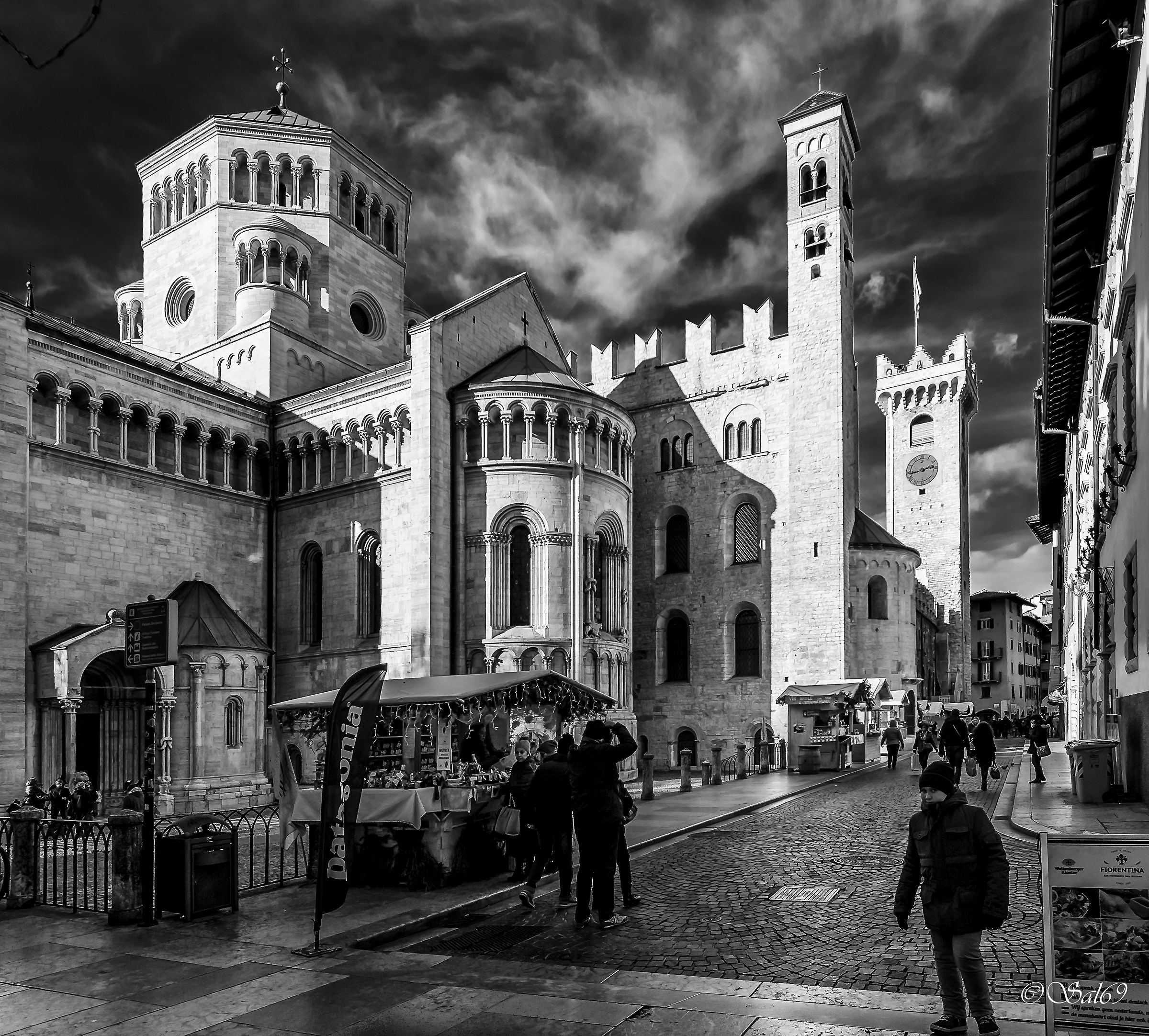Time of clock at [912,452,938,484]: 2:43
